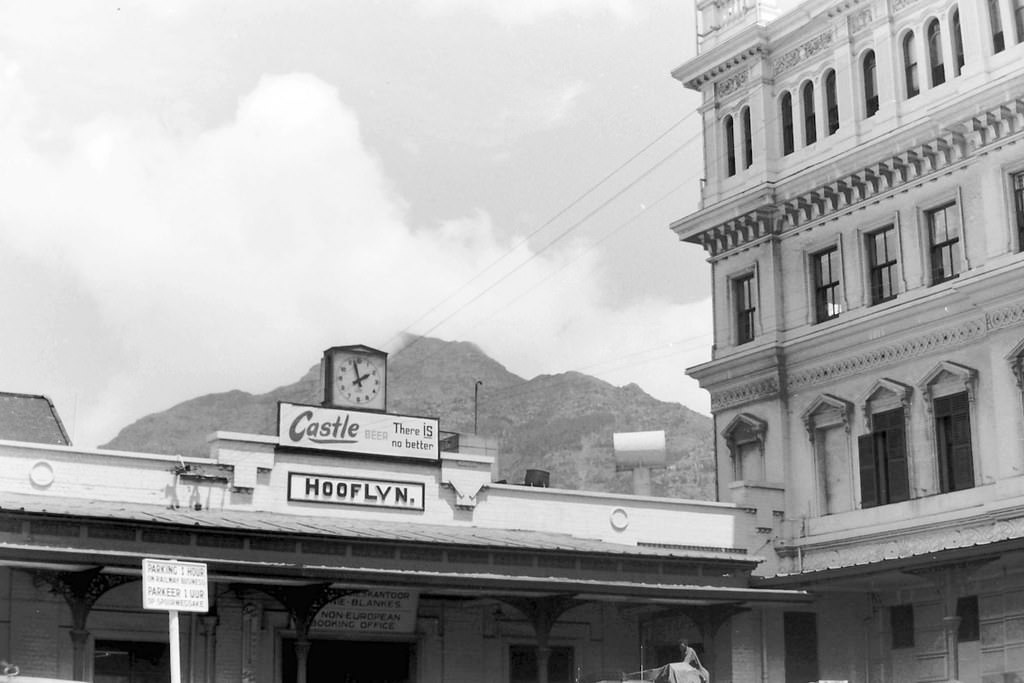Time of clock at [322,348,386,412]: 1:57
